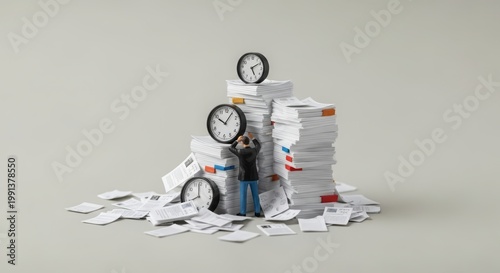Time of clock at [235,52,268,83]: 5:09
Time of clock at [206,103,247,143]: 10:05
